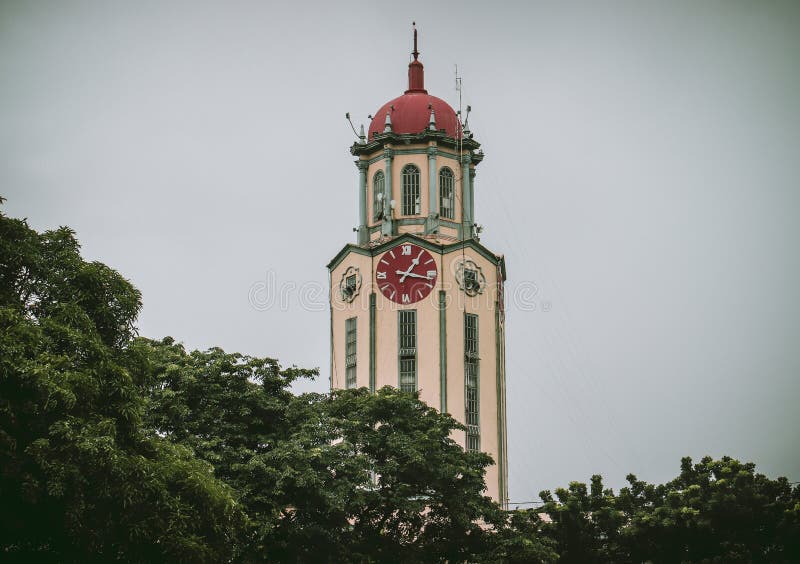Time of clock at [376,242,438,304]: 1:17
